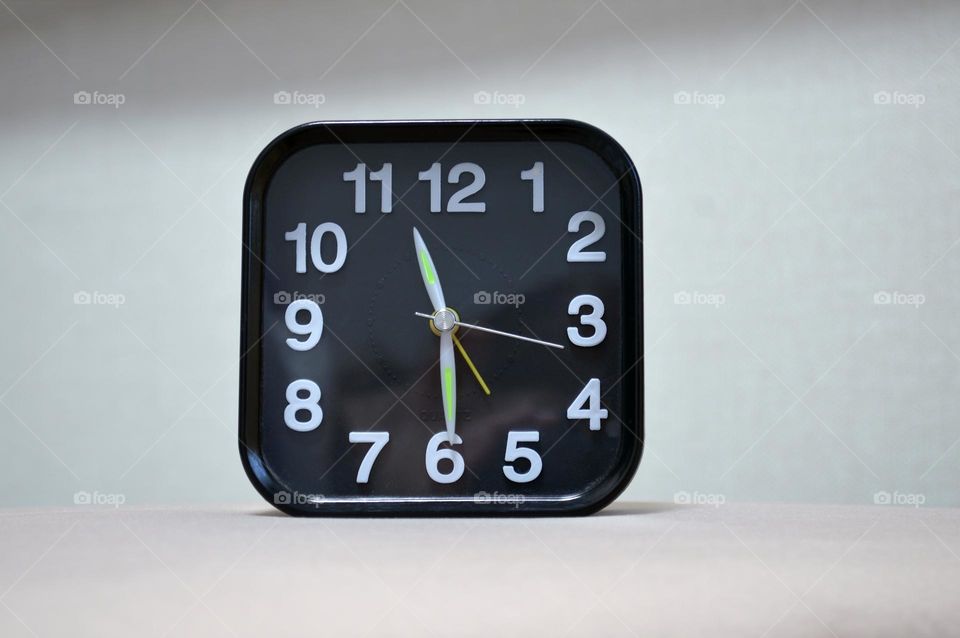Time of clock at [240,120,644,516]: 11:29
